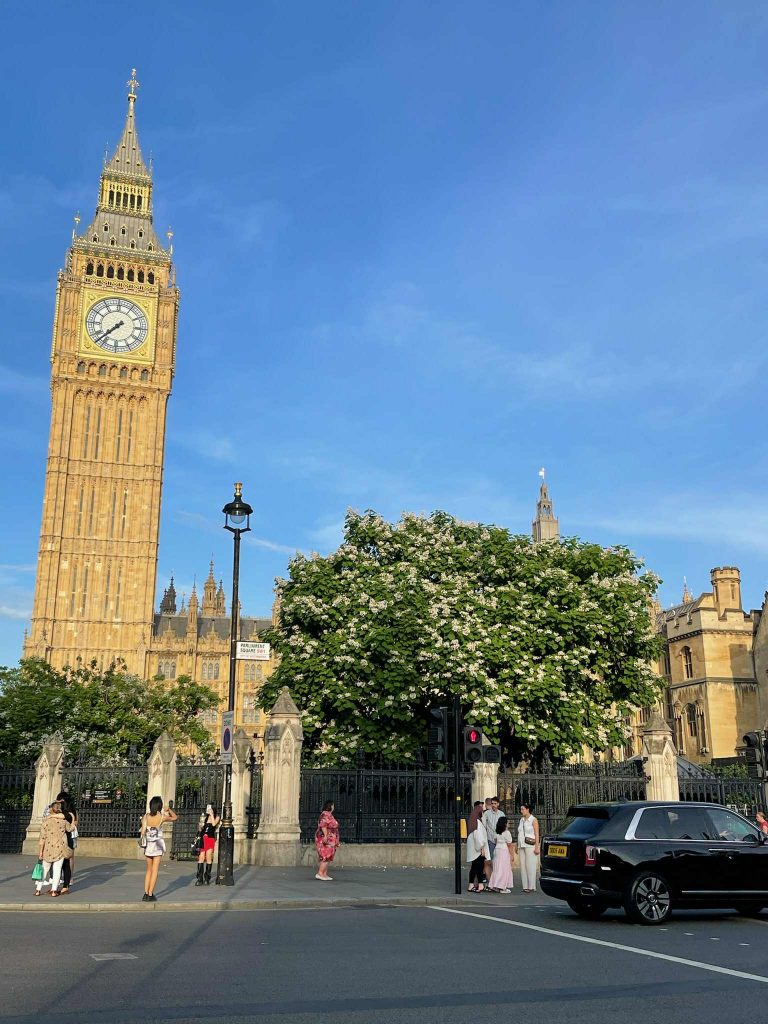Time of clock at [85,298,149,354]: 7:37
